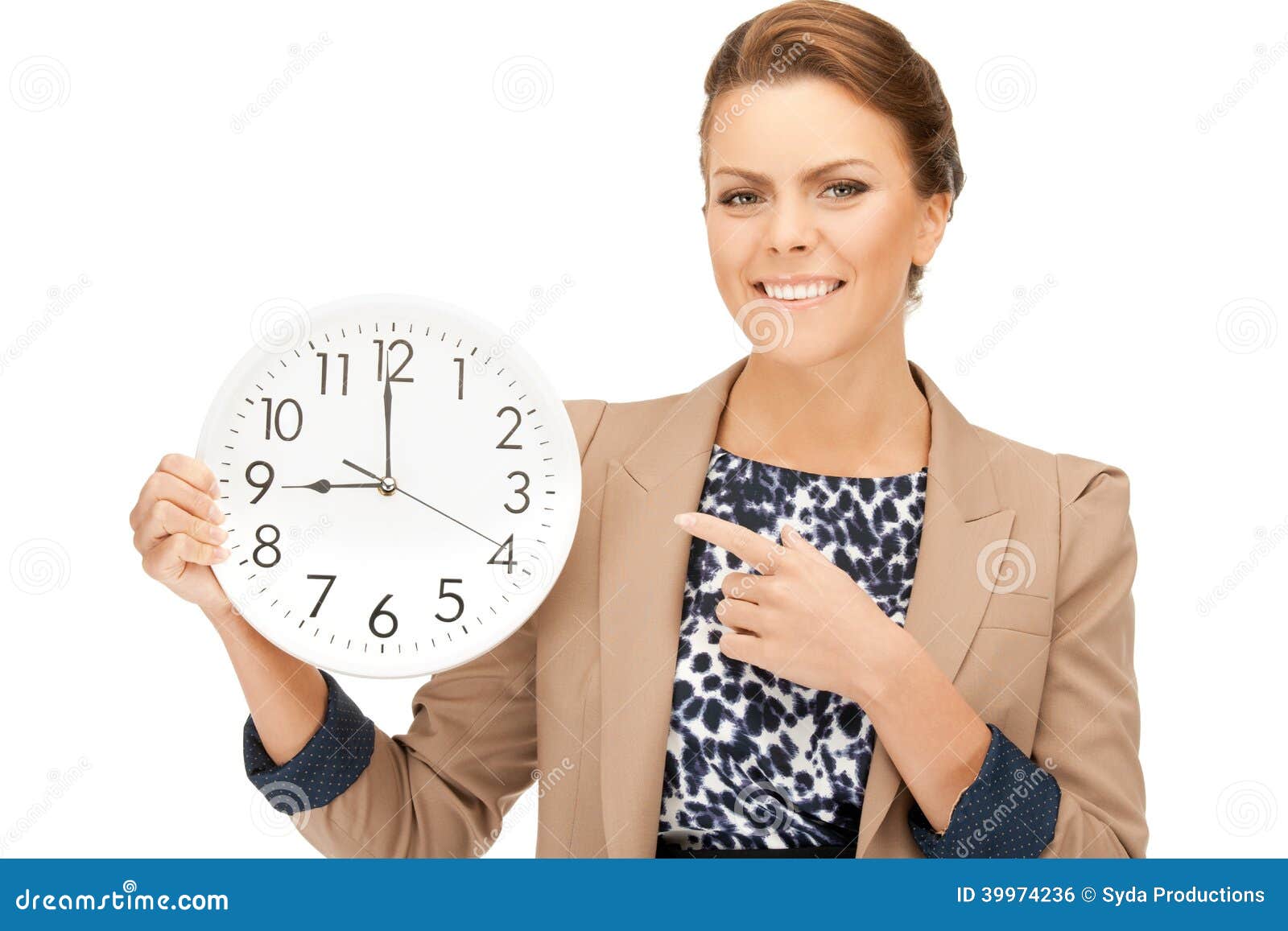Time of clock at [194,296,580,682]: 8:59
